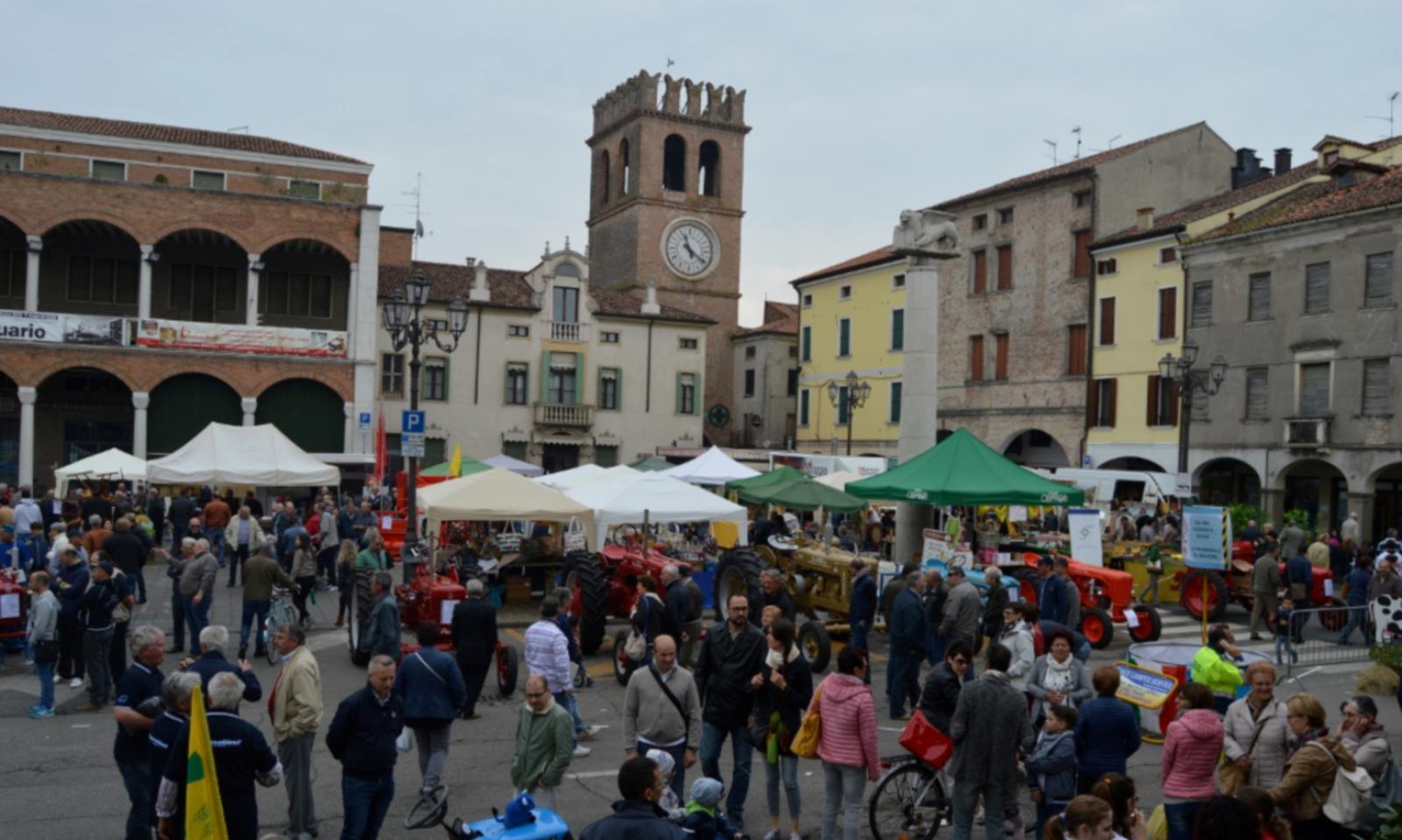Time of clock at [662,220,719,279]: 11:20
